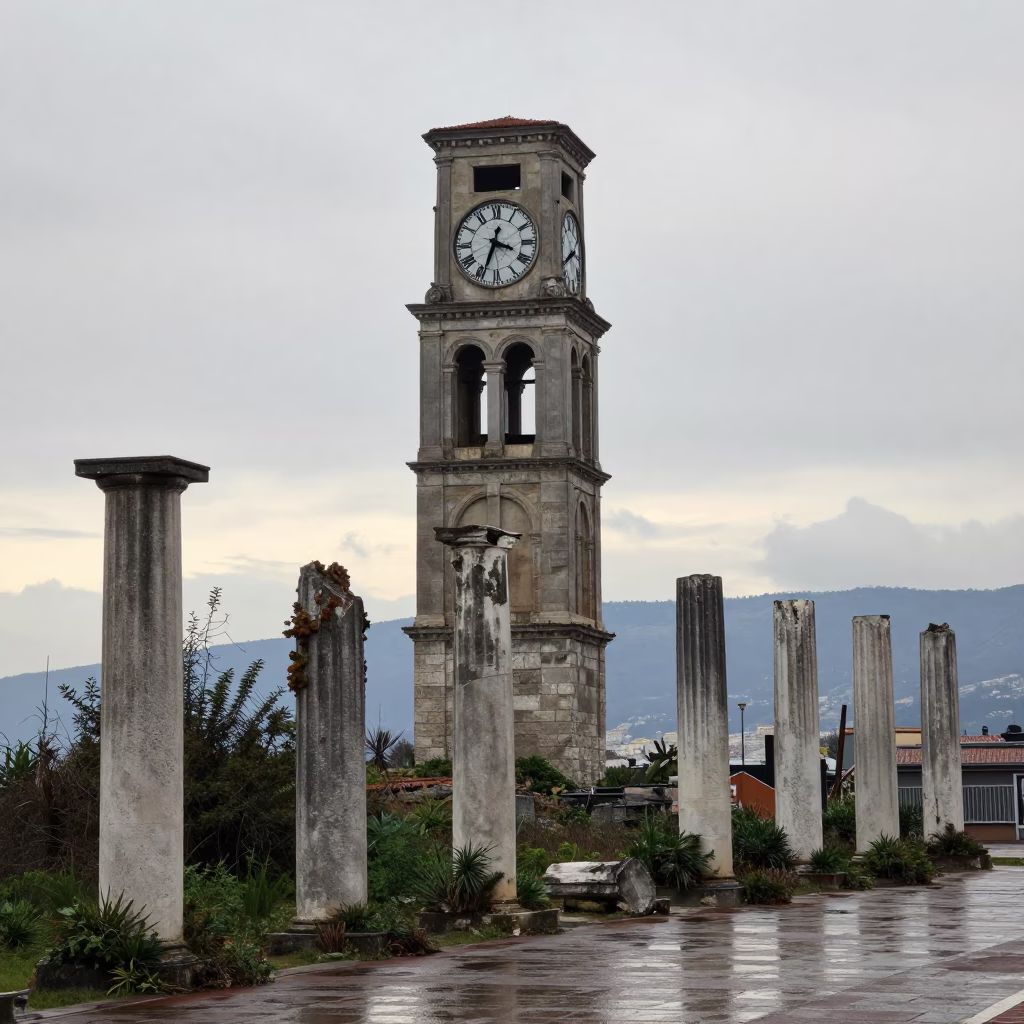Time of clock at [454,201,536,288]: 3:33
